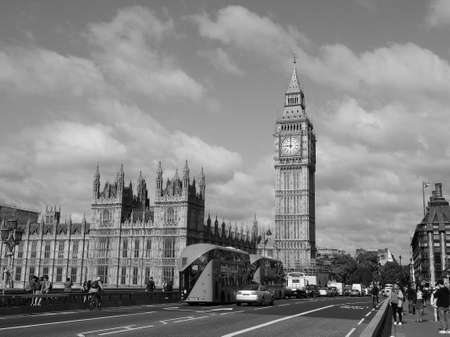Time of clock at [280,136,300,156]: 8:59
